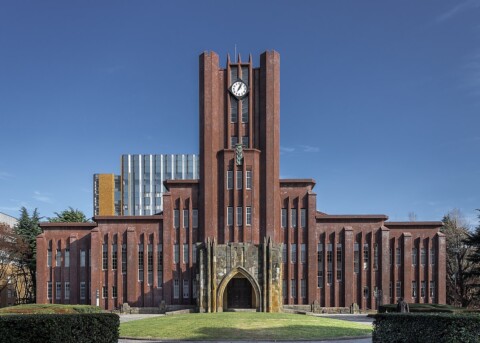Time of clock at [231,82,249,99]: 7:04
